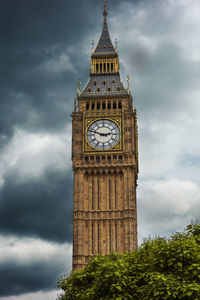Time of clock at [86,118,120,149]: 2:48
